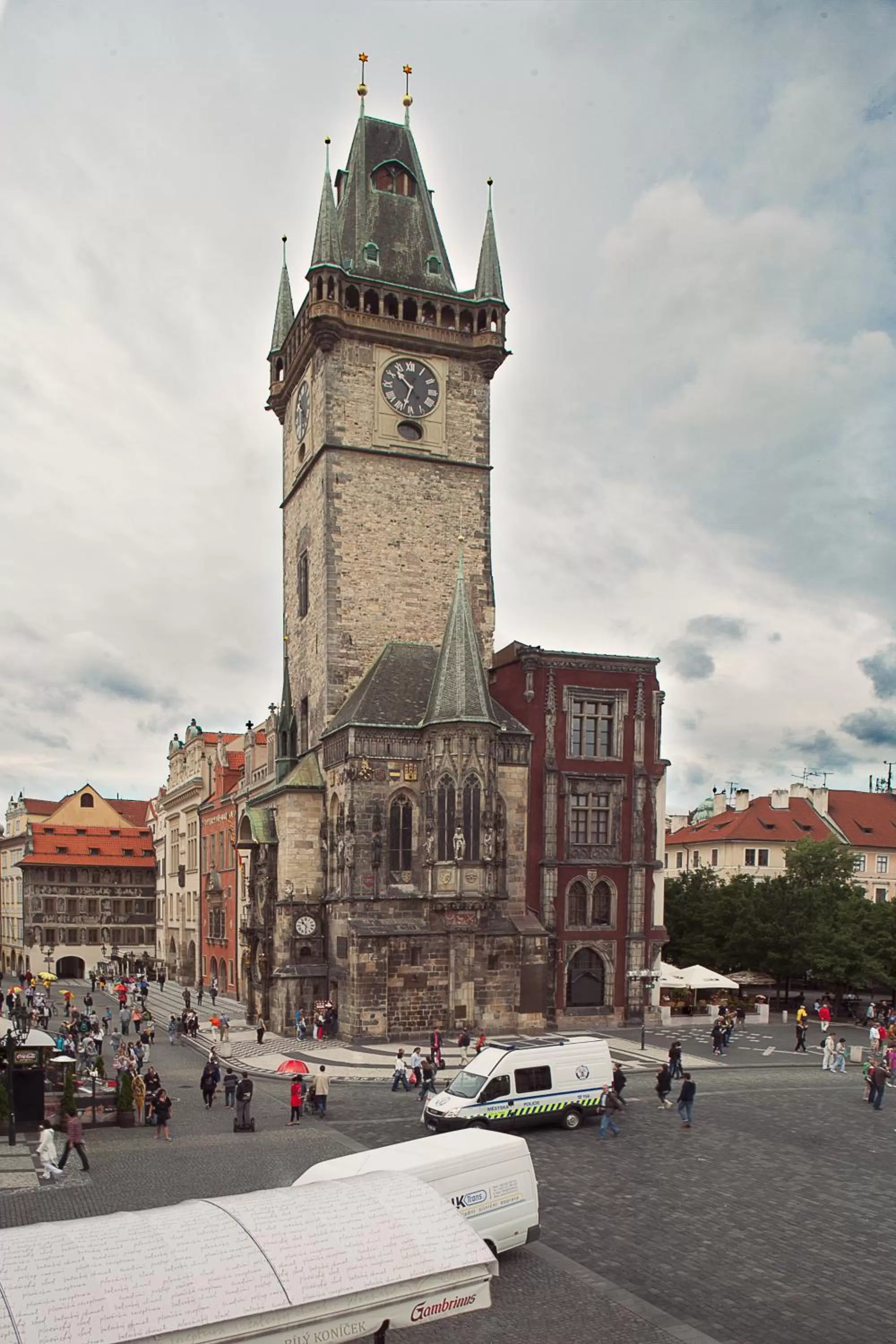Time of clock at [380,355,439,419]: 10:33
